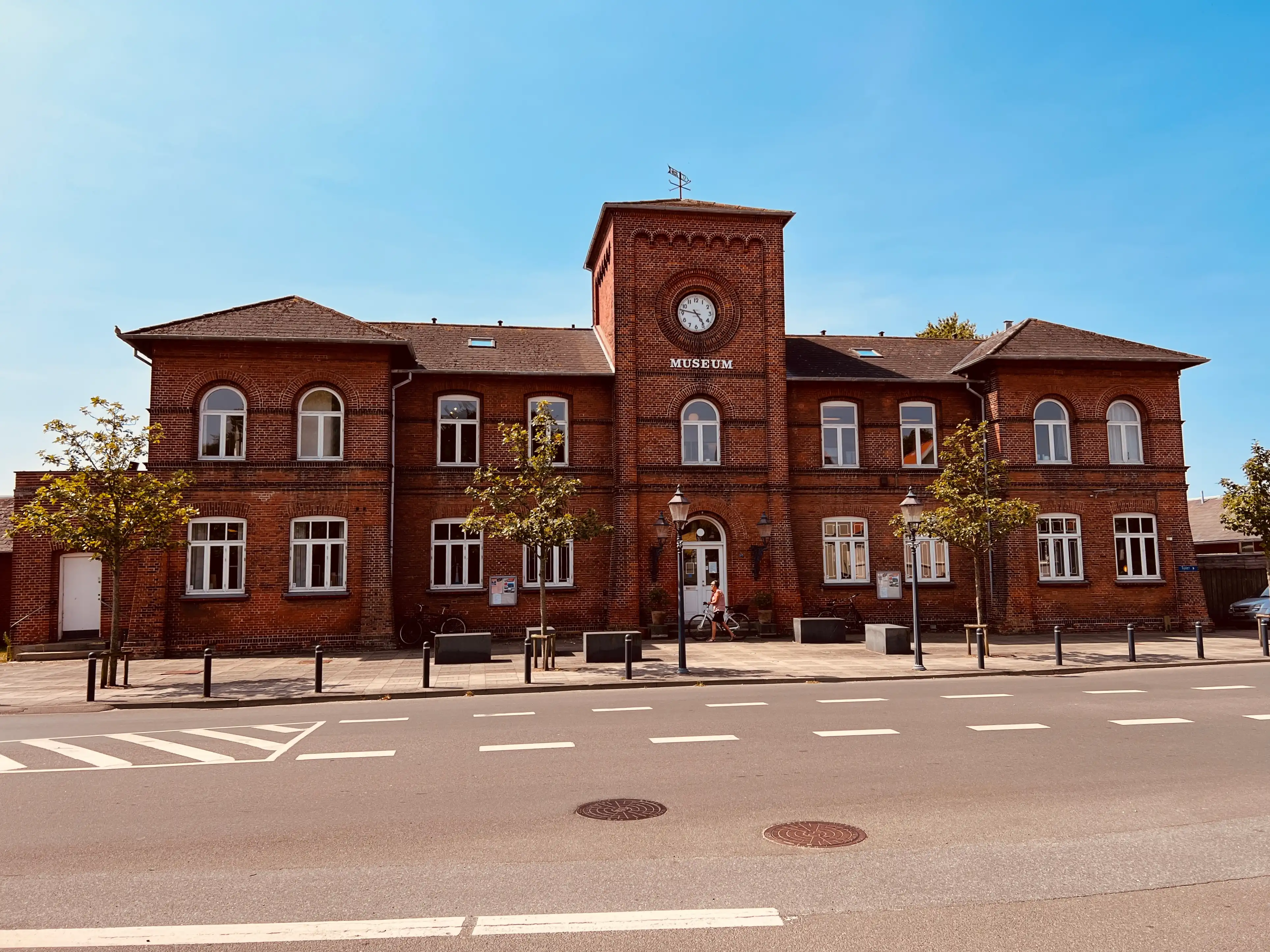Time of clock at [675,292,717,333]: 4:46
